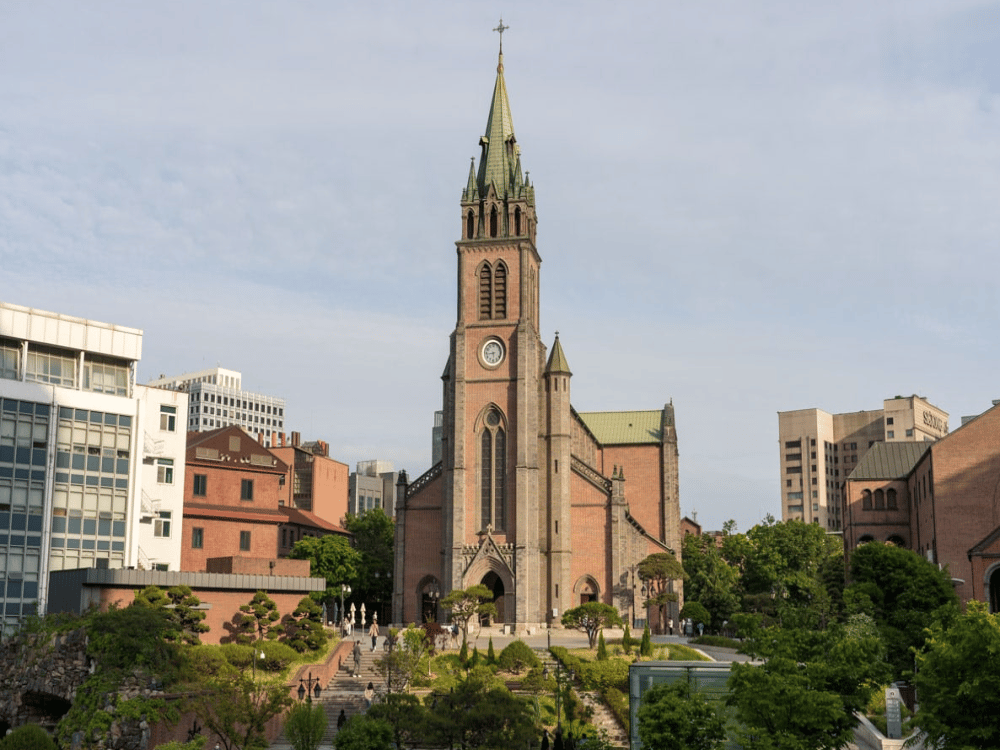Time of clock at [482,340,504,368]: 5:43
